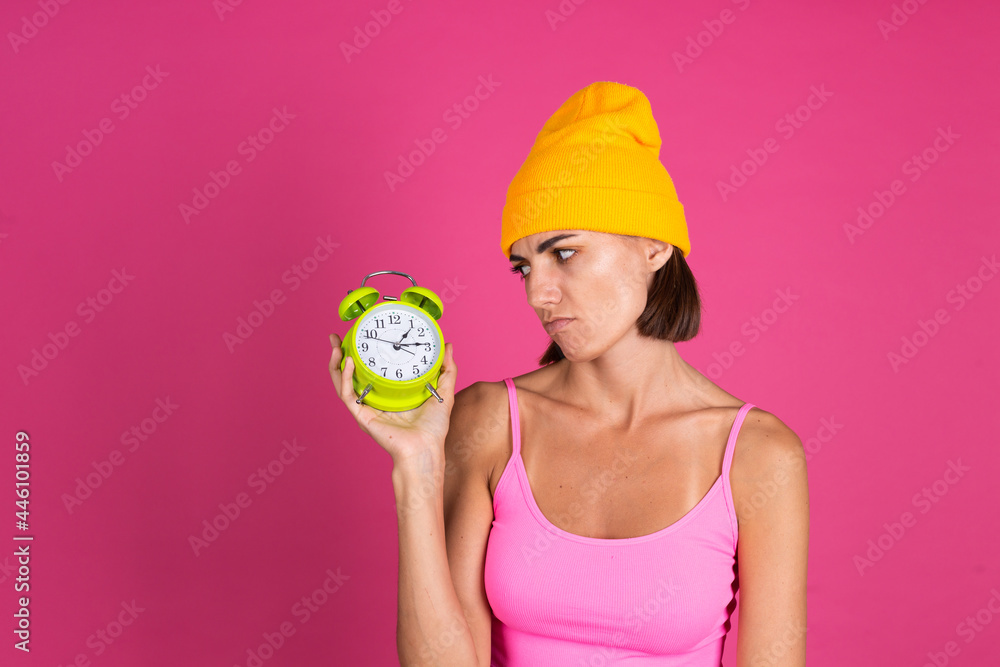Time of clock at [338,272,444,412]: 1:14
